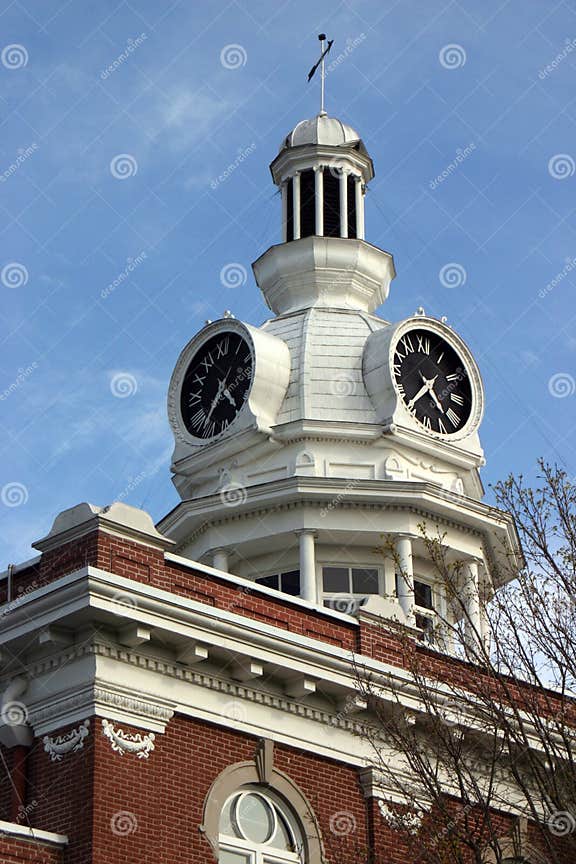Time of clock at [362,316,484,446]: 4:36
